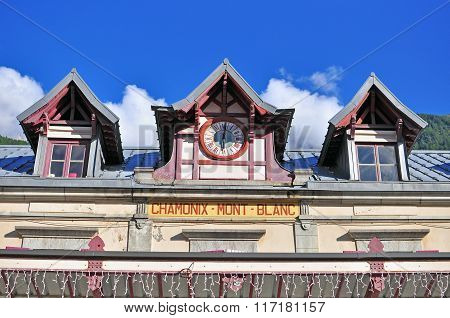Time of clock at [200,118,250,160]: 6:01
